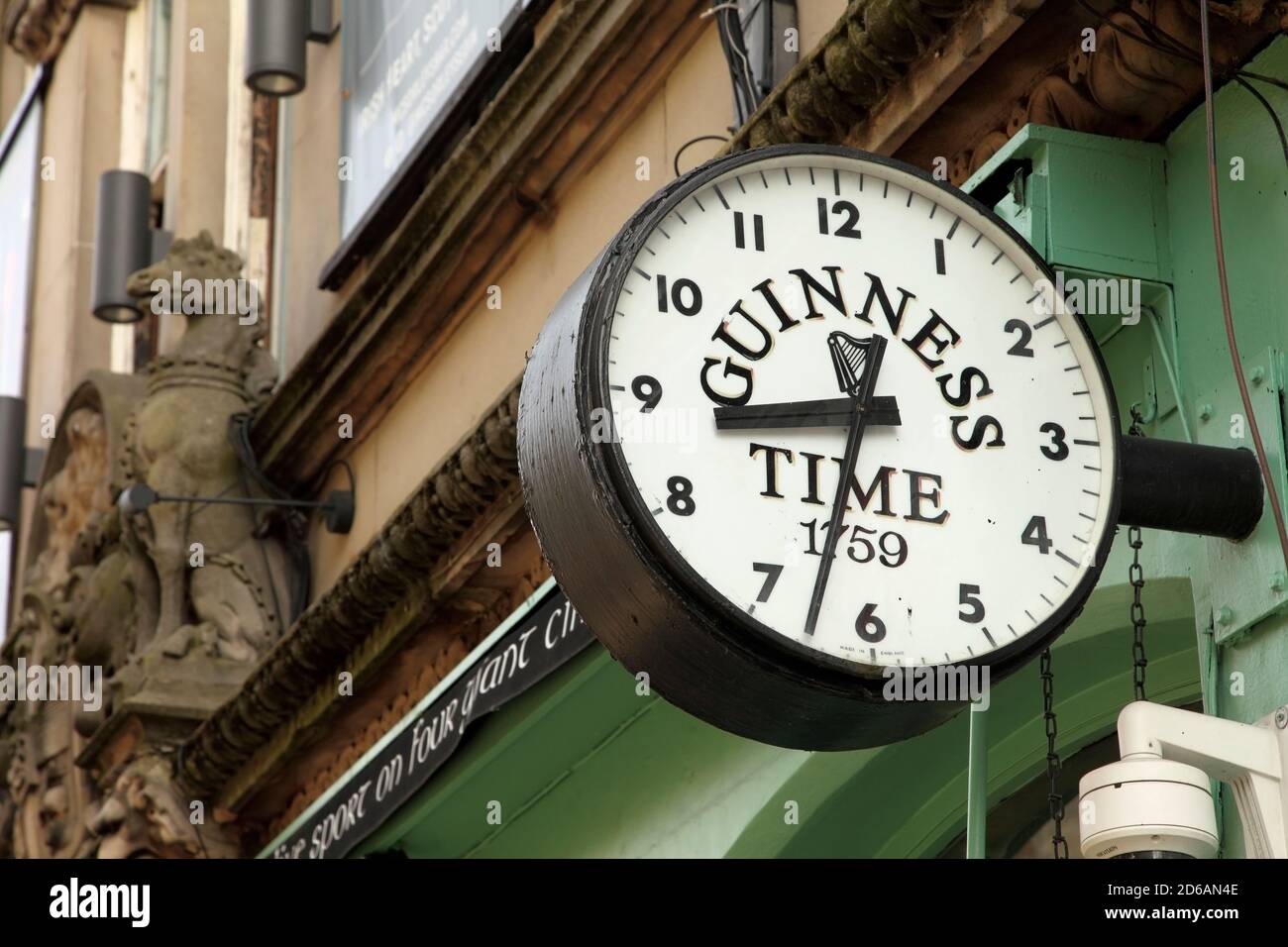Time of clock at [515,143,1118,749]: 8:32
